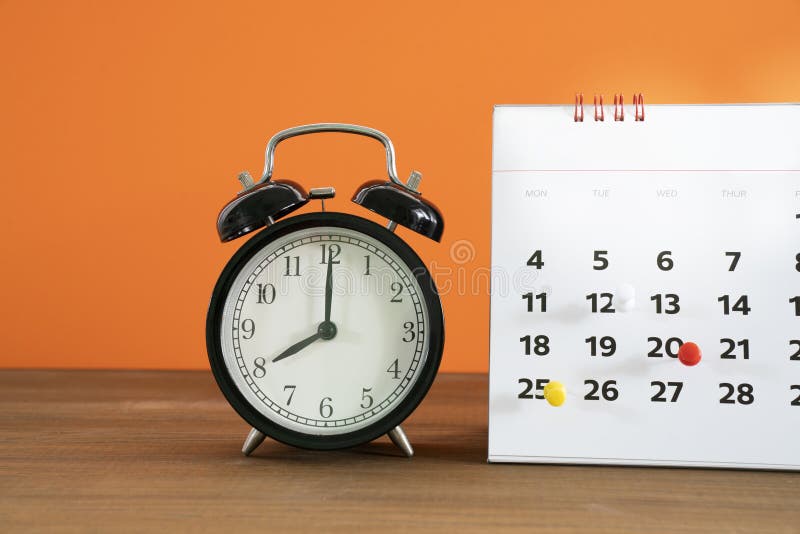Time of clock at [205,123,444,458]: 8:00
